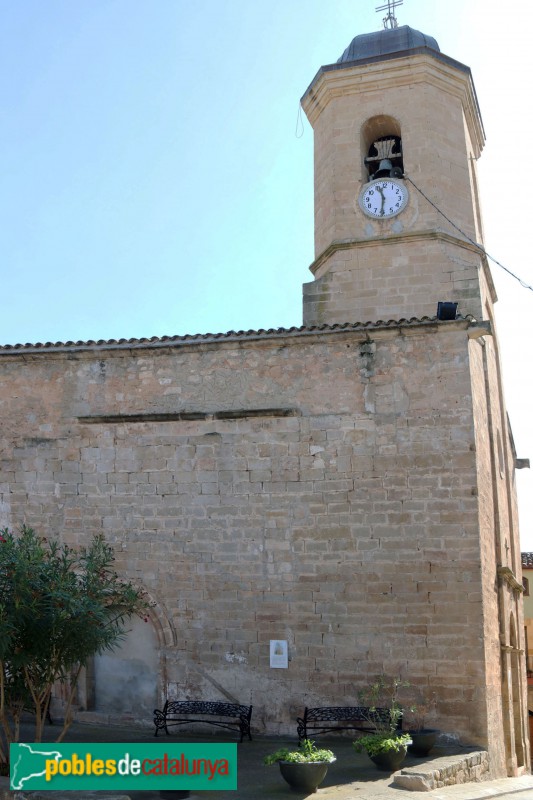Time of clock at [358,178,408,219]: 11:30
